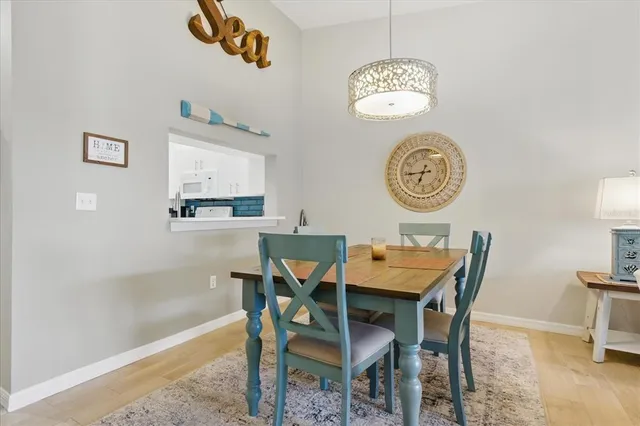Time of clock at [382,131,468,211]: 6:44
